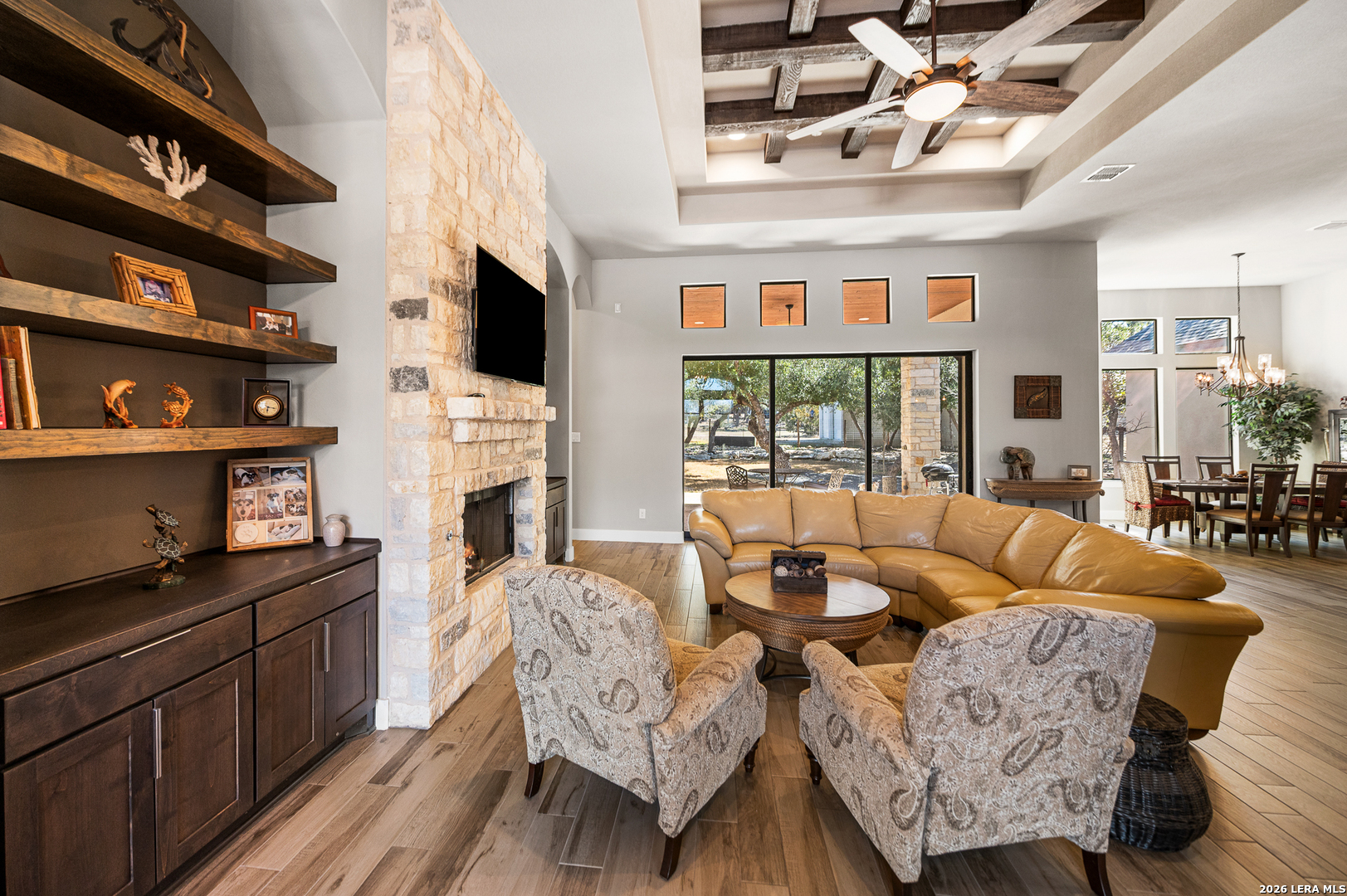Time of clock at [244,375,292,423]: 6:17
